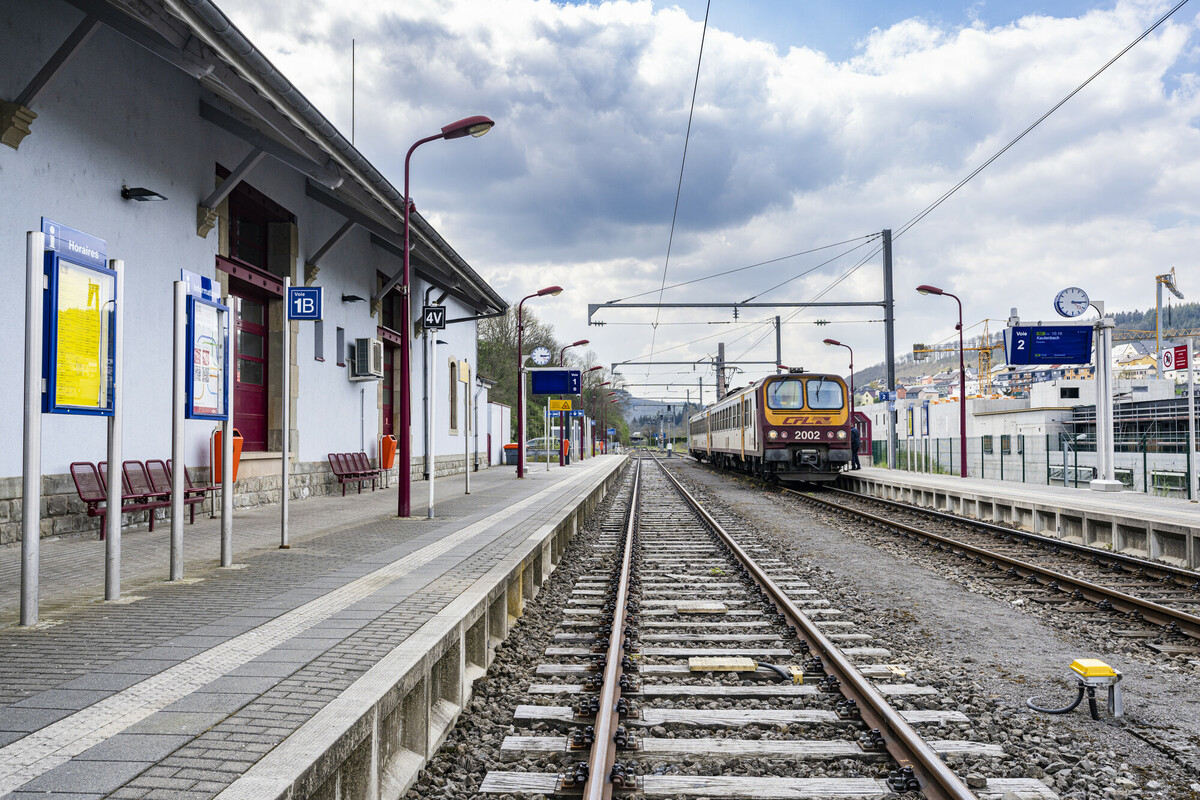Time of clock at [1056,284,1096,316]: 3:14
